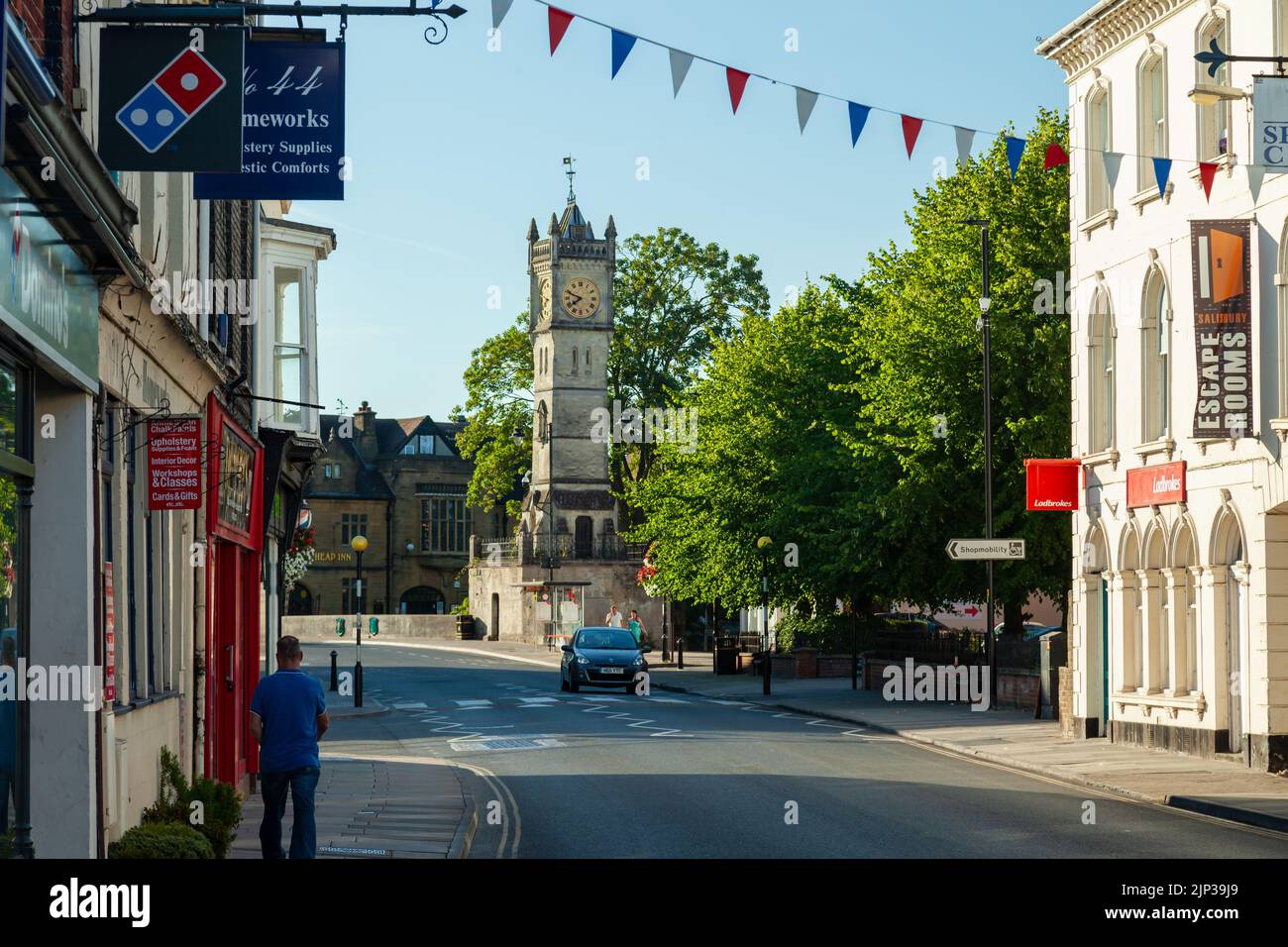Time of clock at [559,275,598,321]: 7:48
